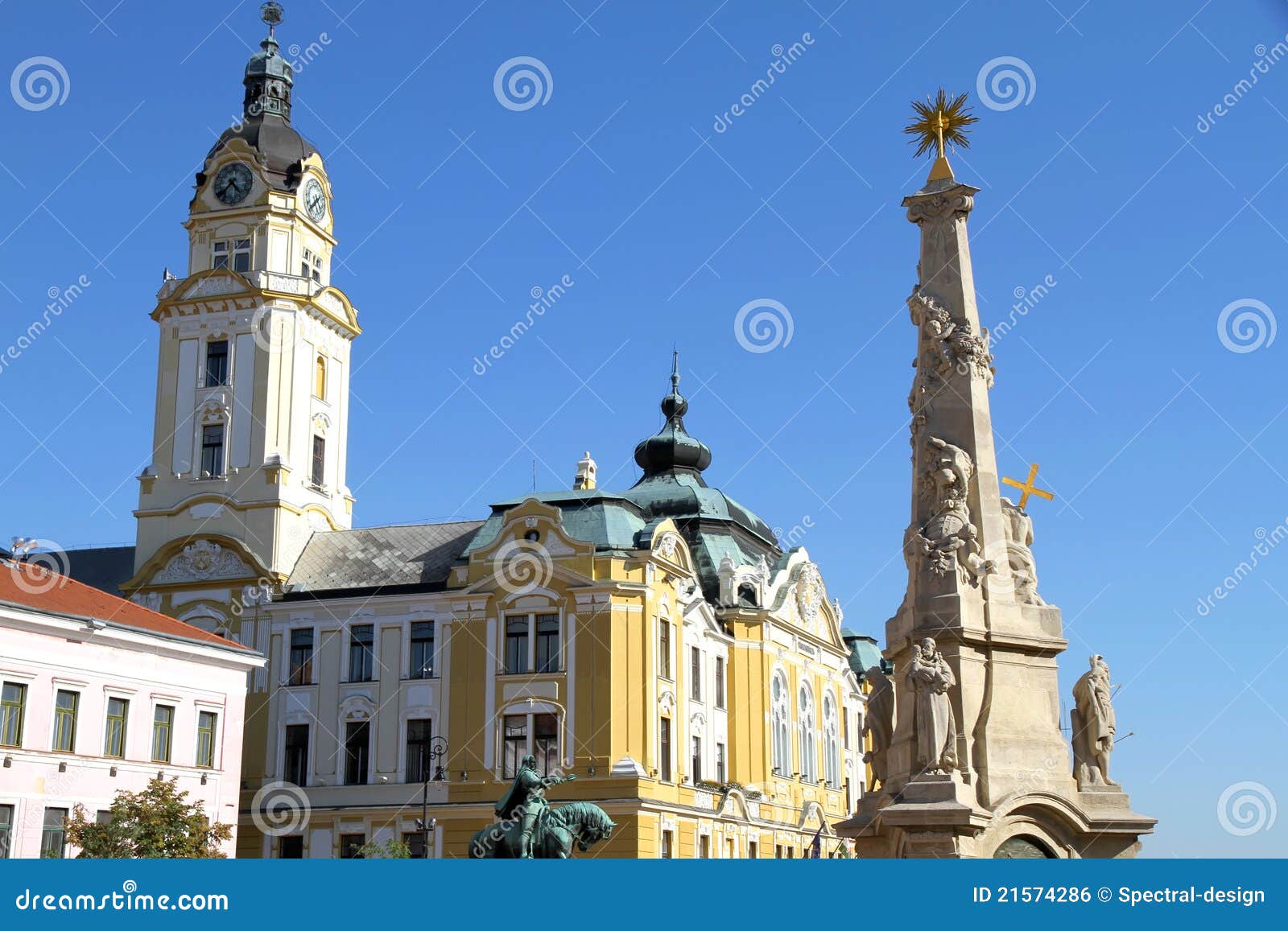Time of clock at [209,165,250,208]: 4:37
